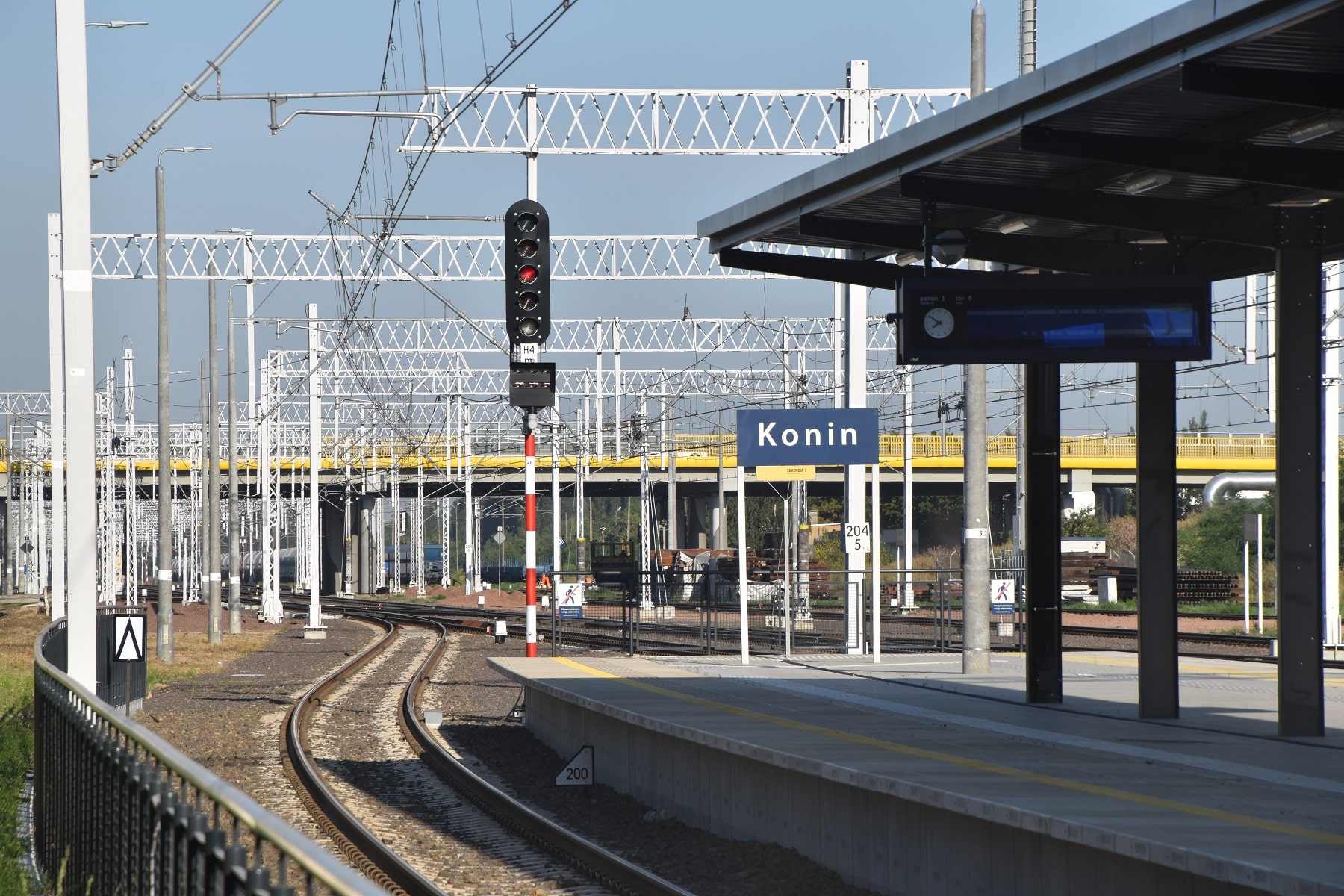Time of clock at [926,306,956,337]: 7:50
